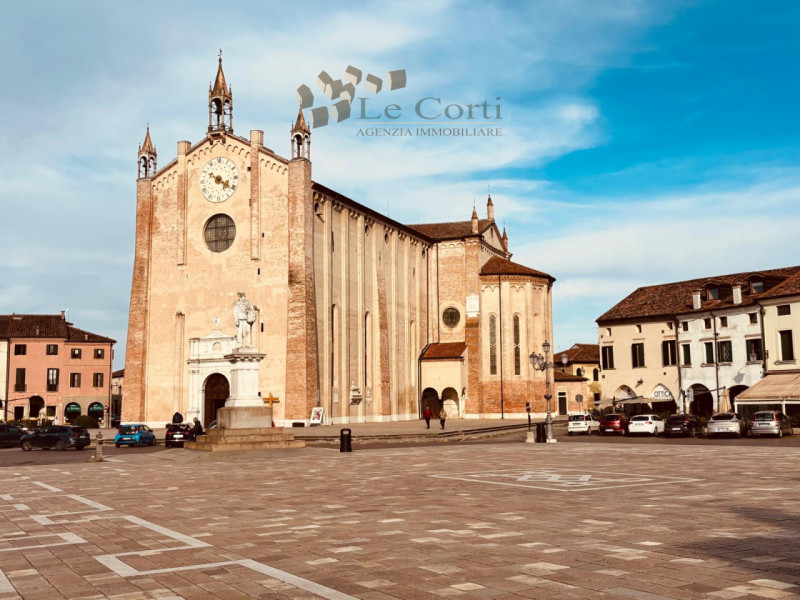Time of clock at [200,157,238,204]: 4:20
